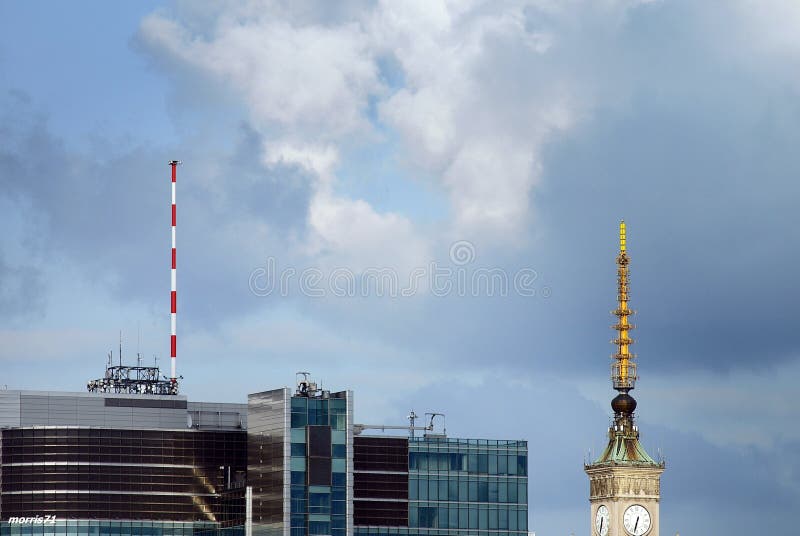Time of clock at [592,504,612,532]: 6:32
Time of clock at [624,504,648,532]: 6:32
